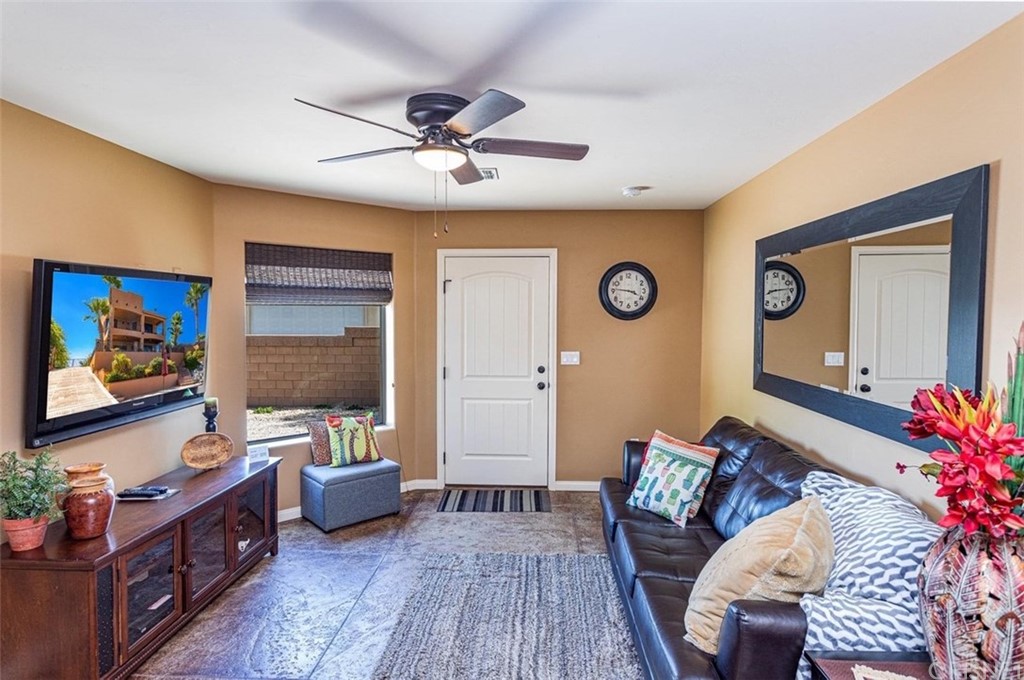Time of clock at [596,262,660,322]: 3:46
